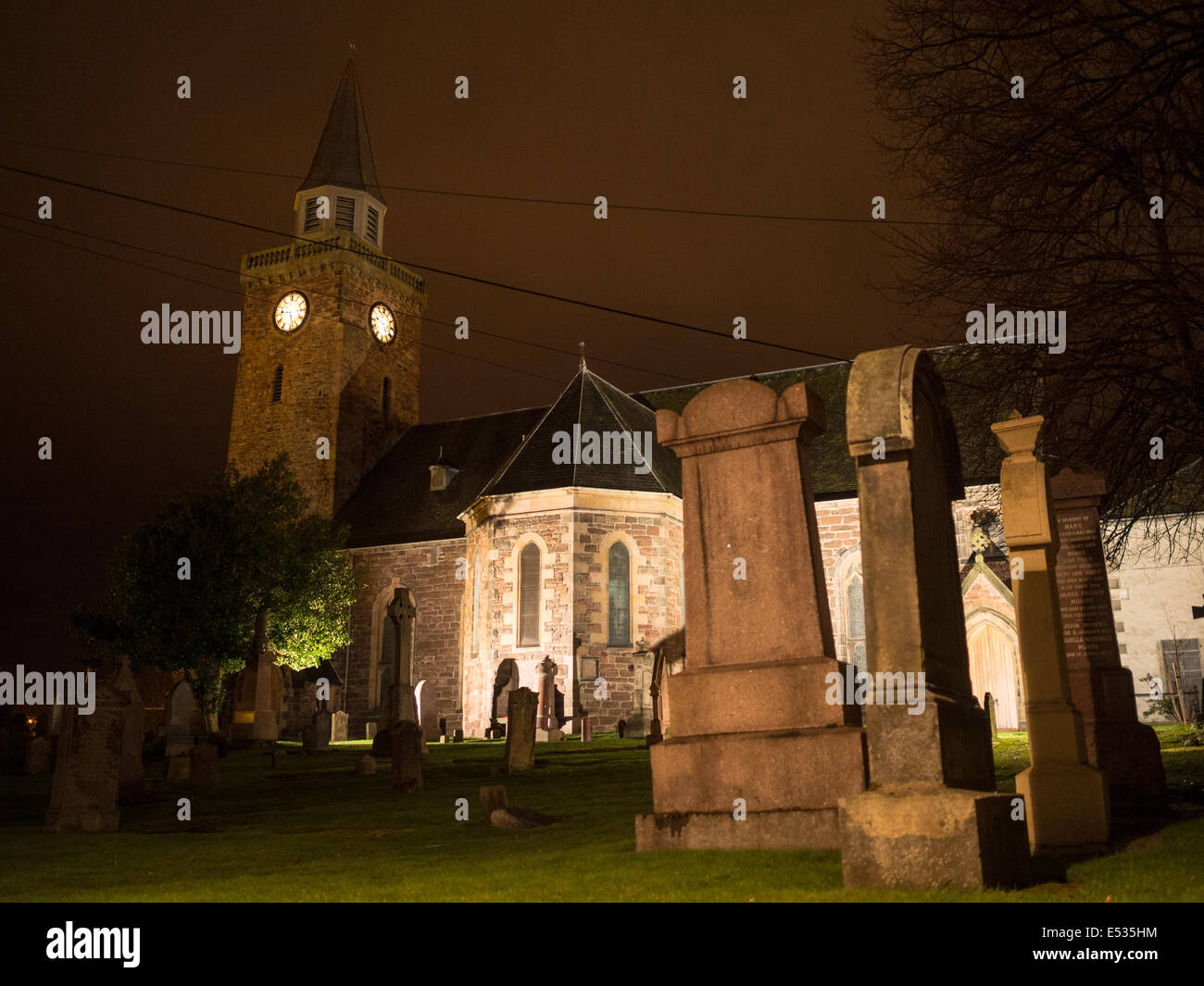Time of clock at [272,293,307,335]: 9:27
